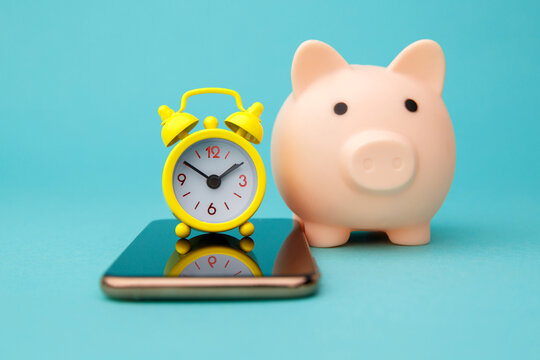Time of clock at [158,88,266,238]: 1:50
